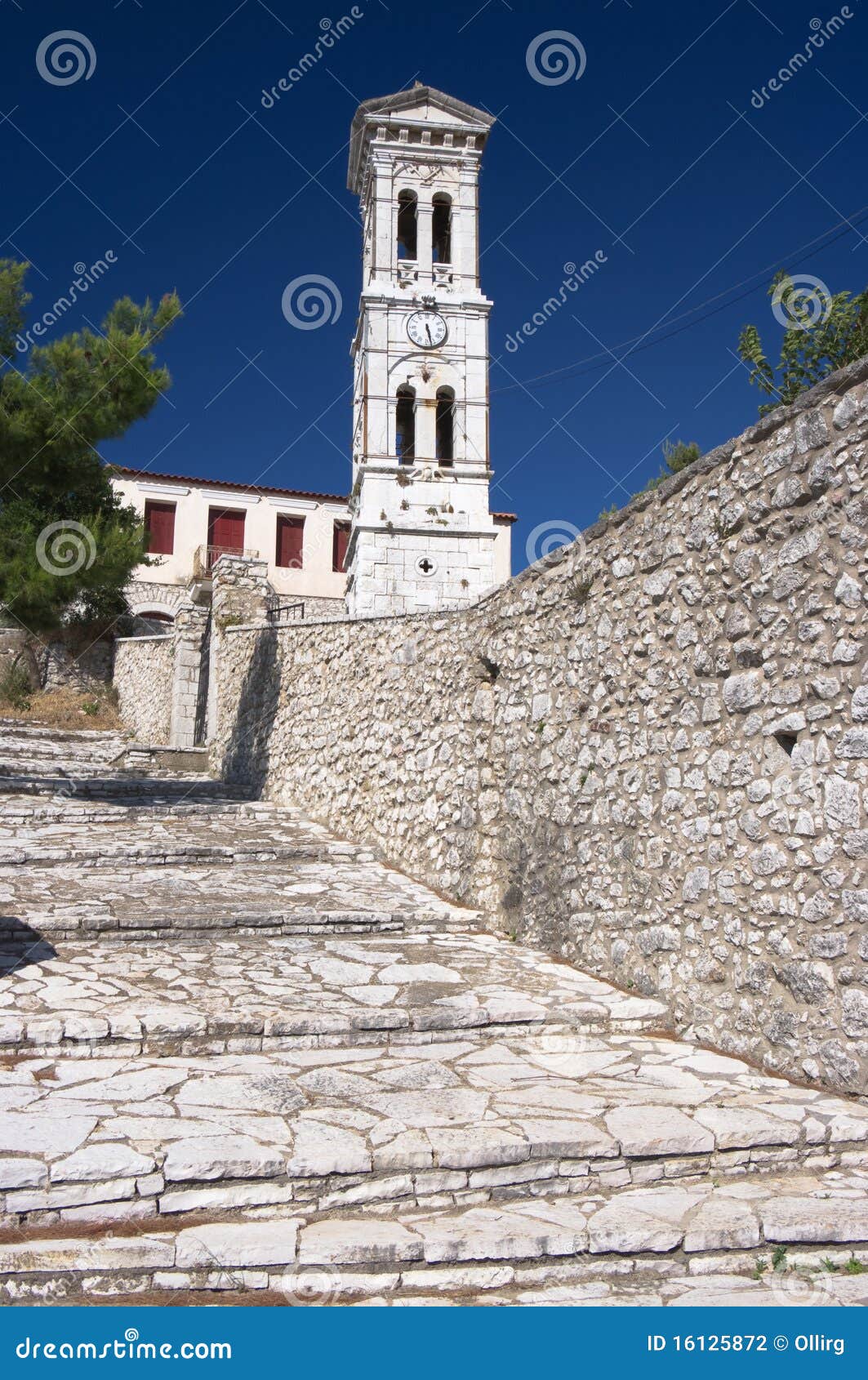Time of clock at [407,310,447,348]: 5:27
